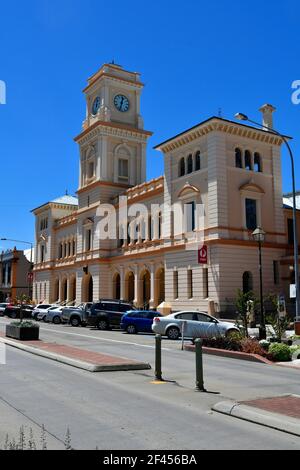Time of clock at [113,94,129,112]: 12:32
